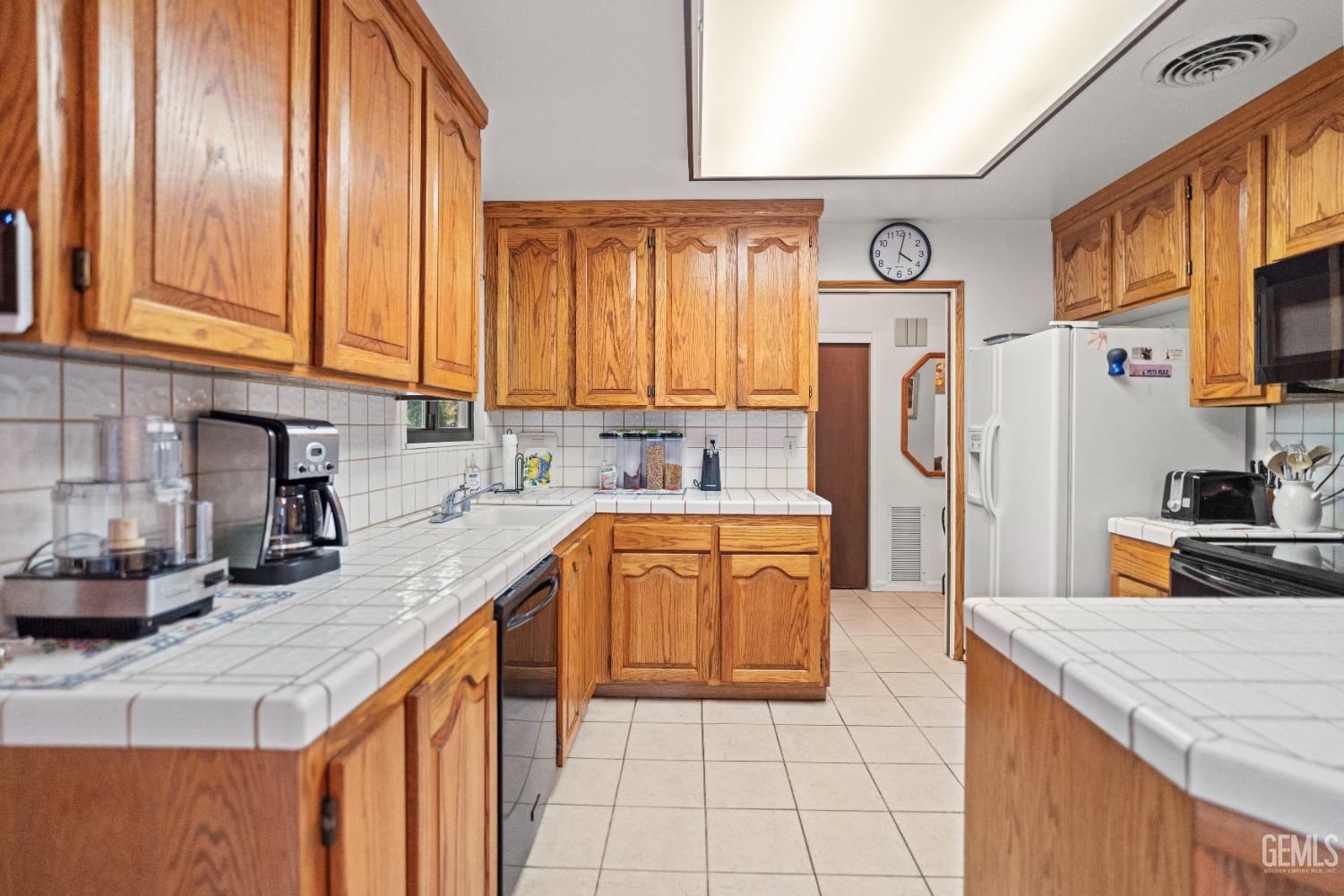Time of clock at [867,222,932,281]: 4:02
